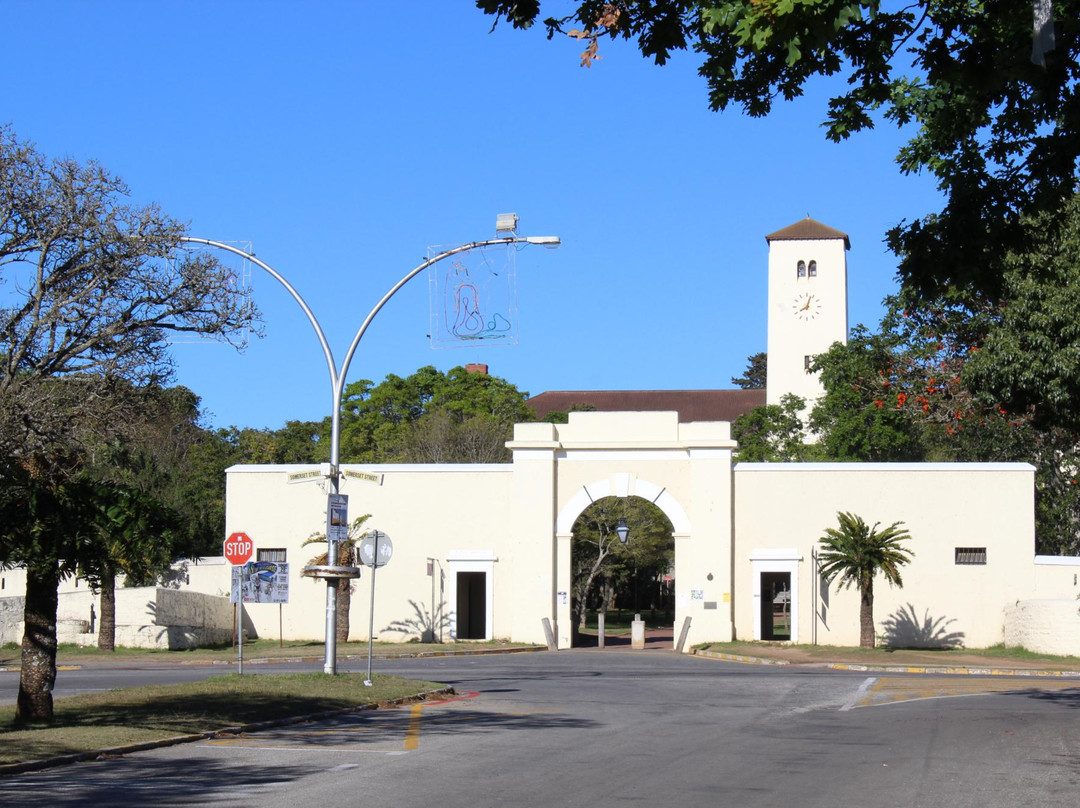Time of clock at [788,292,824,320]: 8:03
